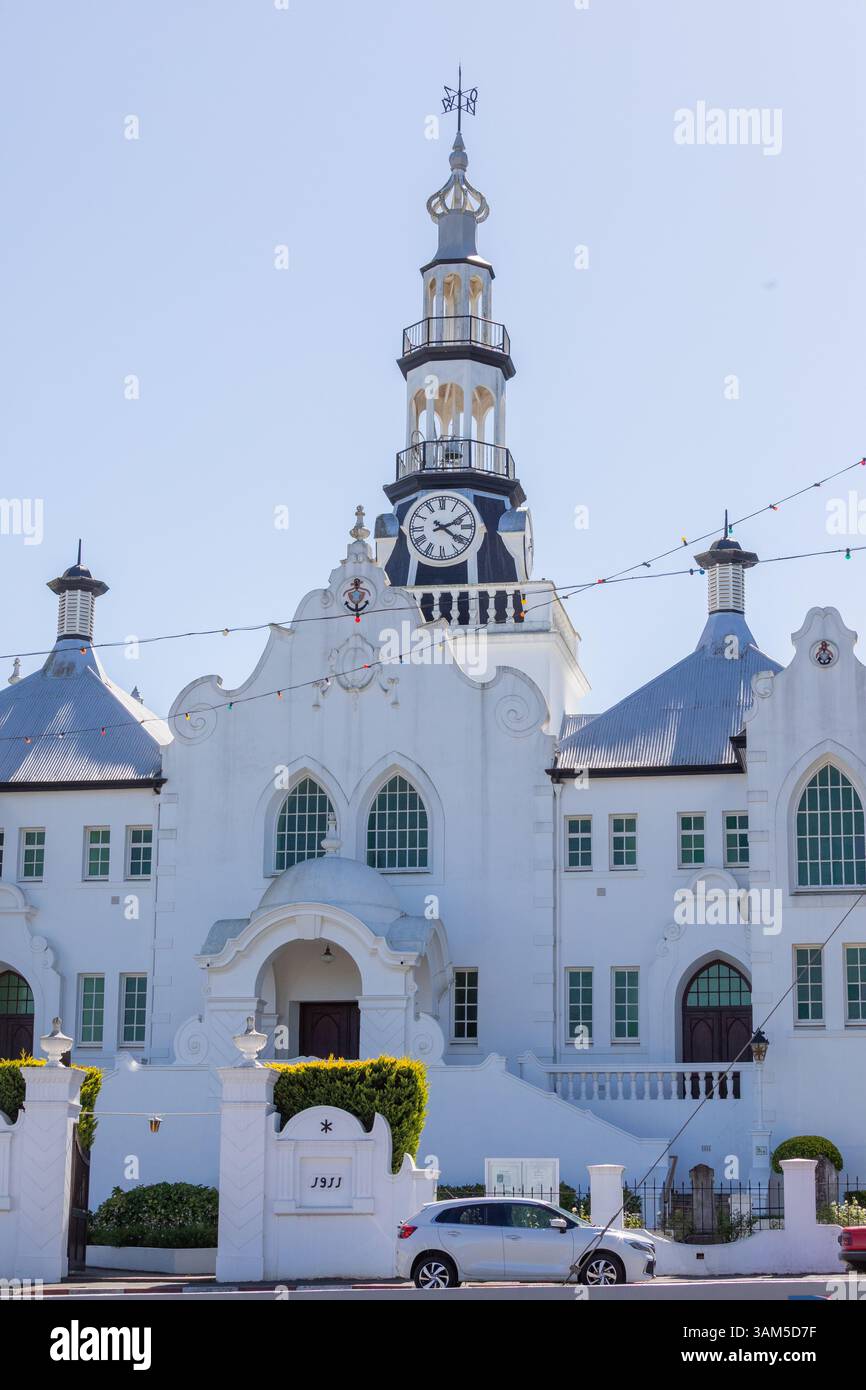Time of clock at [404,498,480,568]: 4:10
